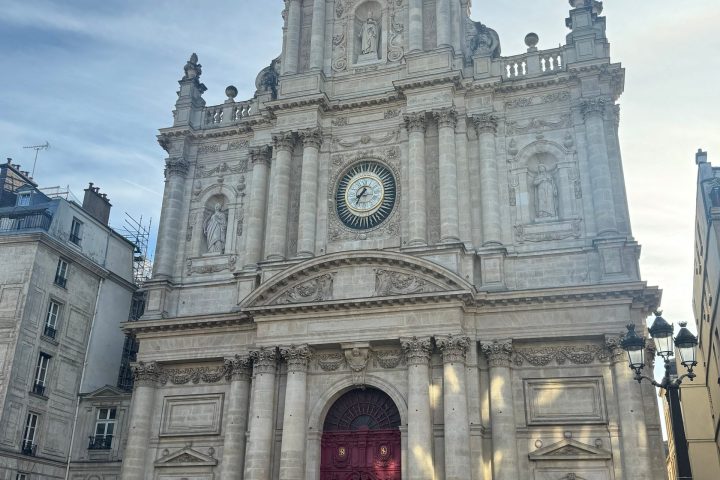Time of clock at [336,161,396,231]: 7:34
